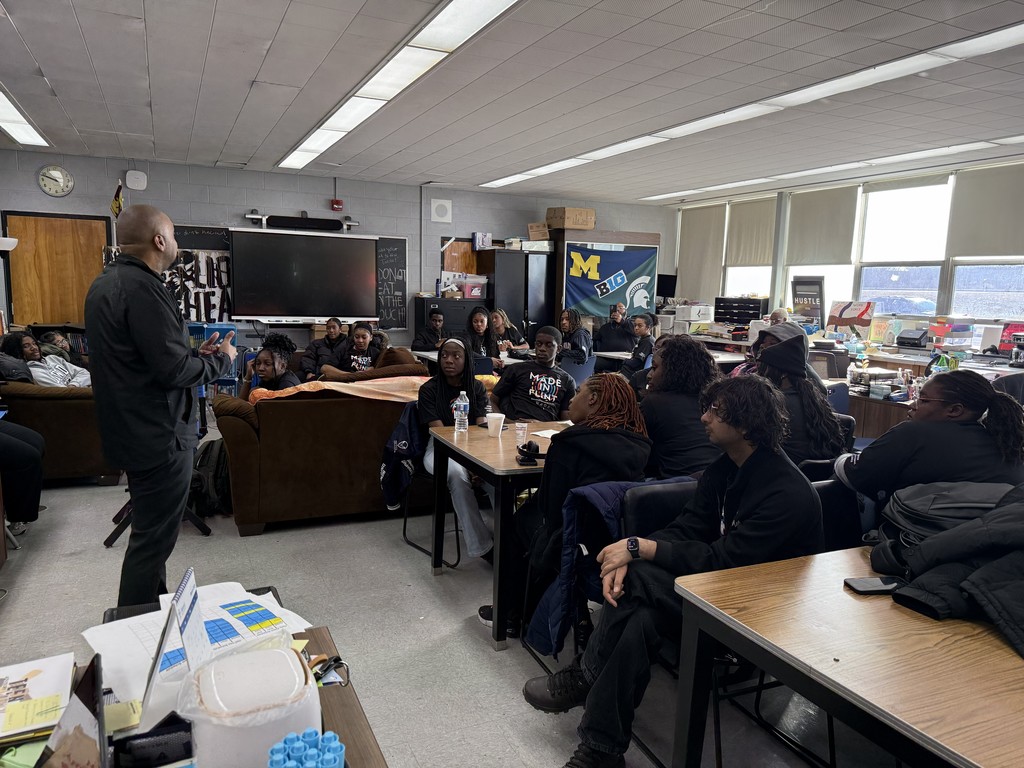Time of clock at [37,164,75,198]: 9:48
